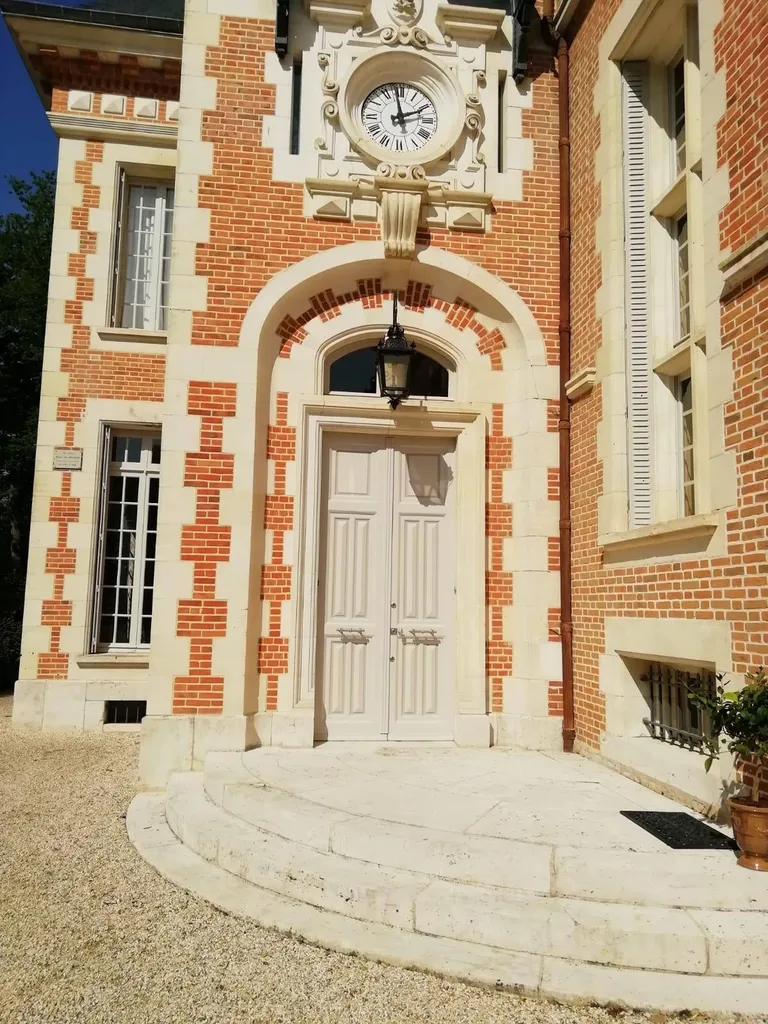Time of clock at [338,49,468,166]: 1:58
